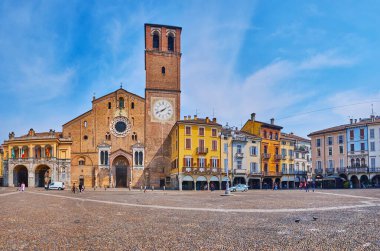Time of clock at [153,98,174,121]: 1:41
